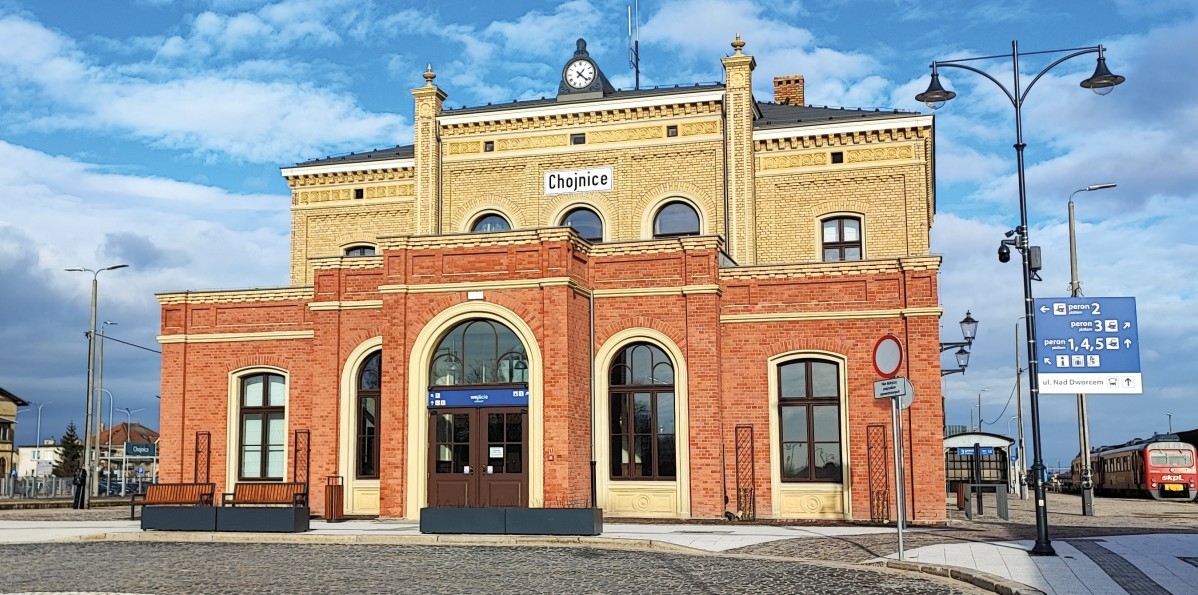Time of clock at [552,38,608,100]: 1:21
